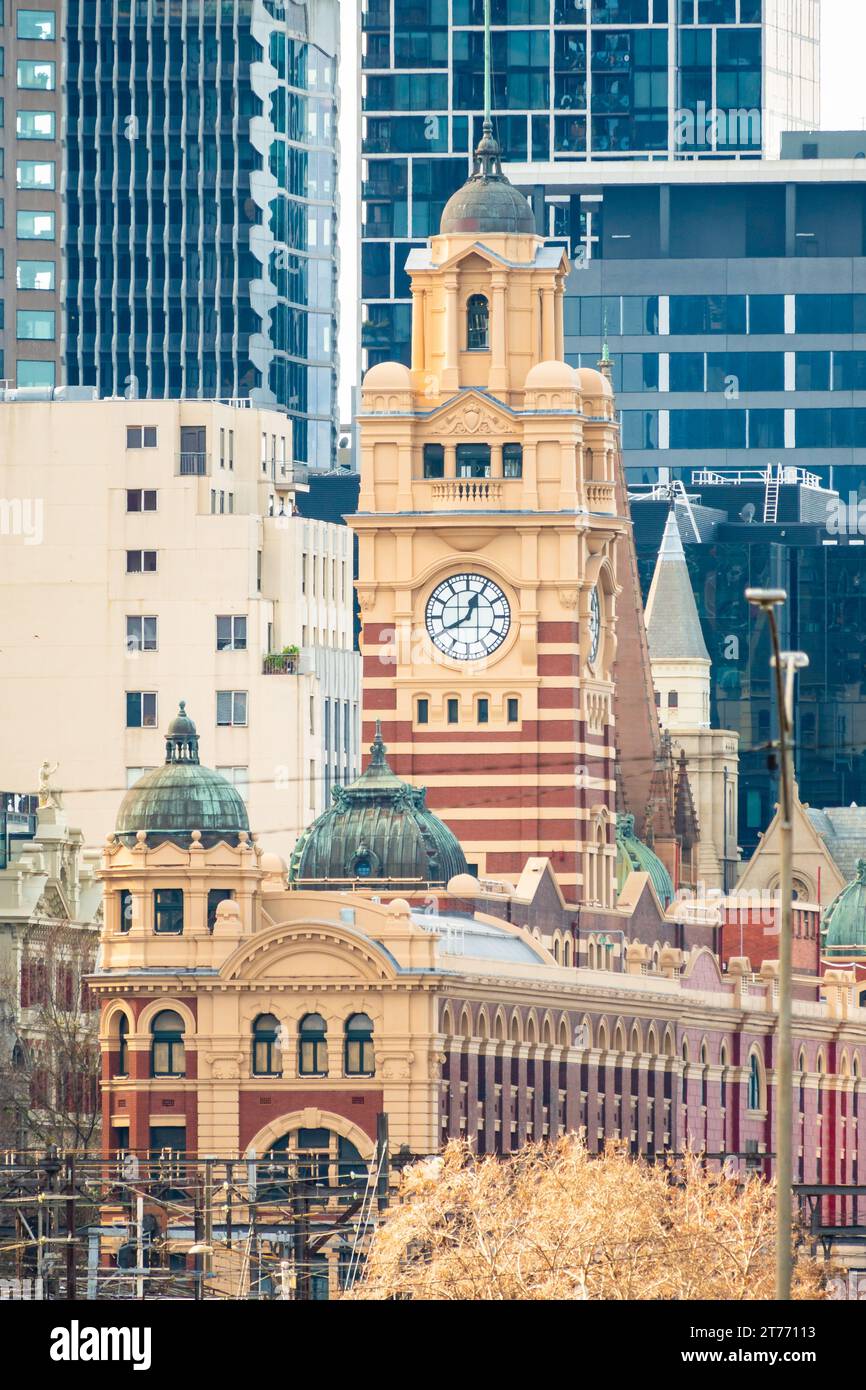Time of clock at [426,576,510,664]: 12:40
